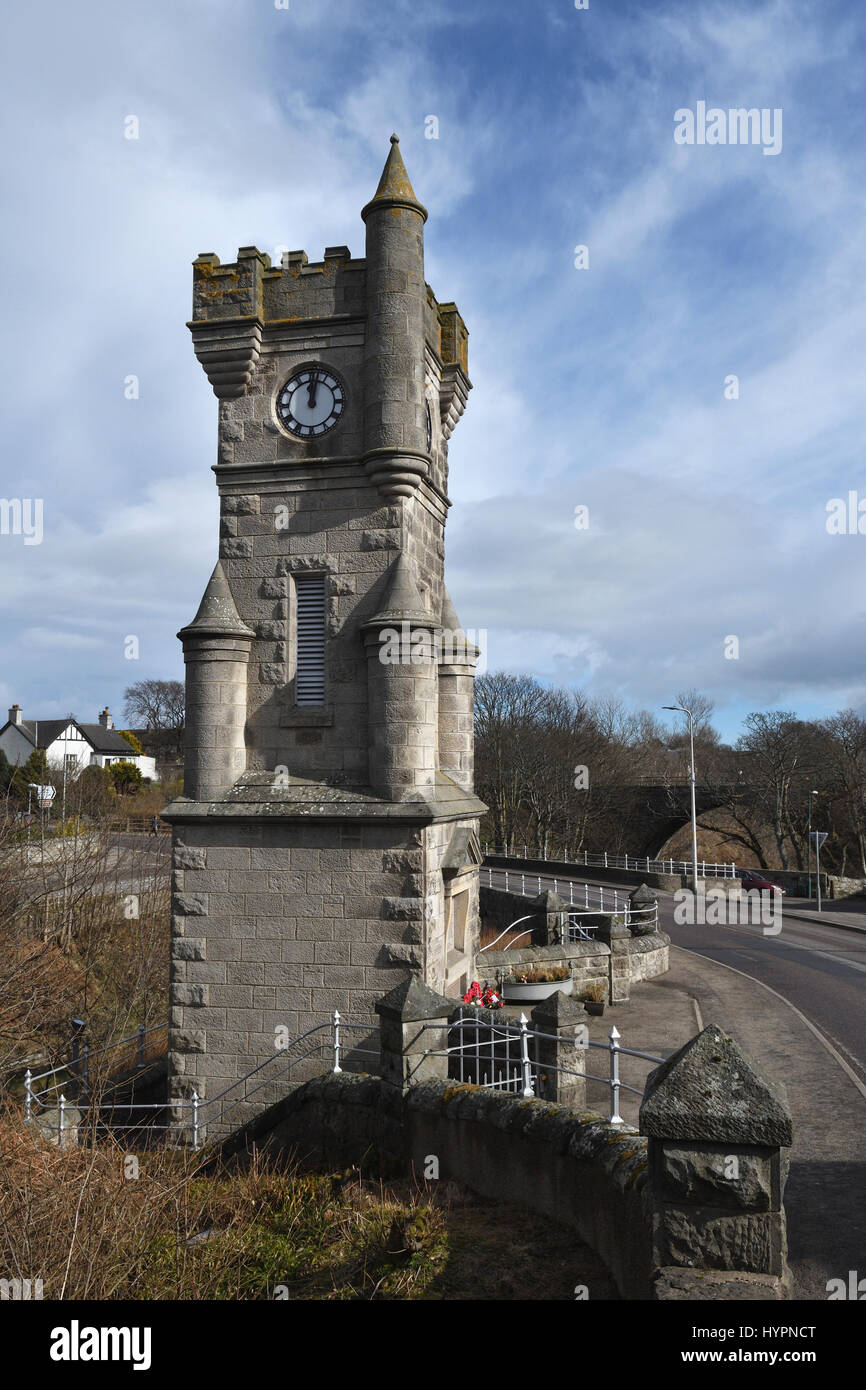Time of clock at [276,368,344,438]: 12:02
